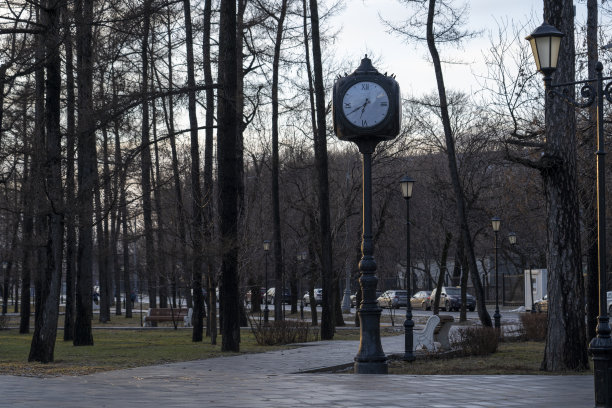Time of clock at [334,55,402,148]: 6:40
